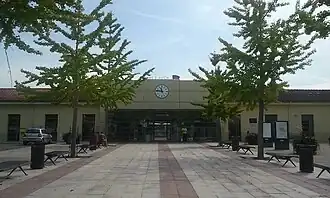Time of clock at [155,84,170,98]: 11:46
